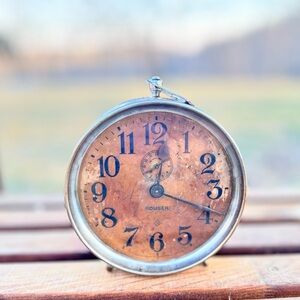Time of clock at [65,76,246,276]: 12:19
